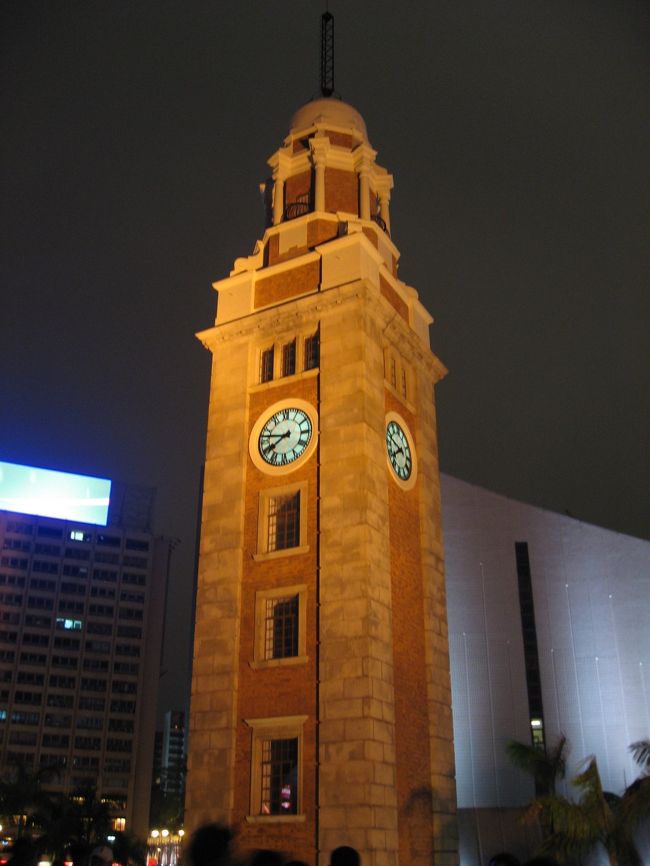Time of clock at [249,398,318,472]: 7:46
